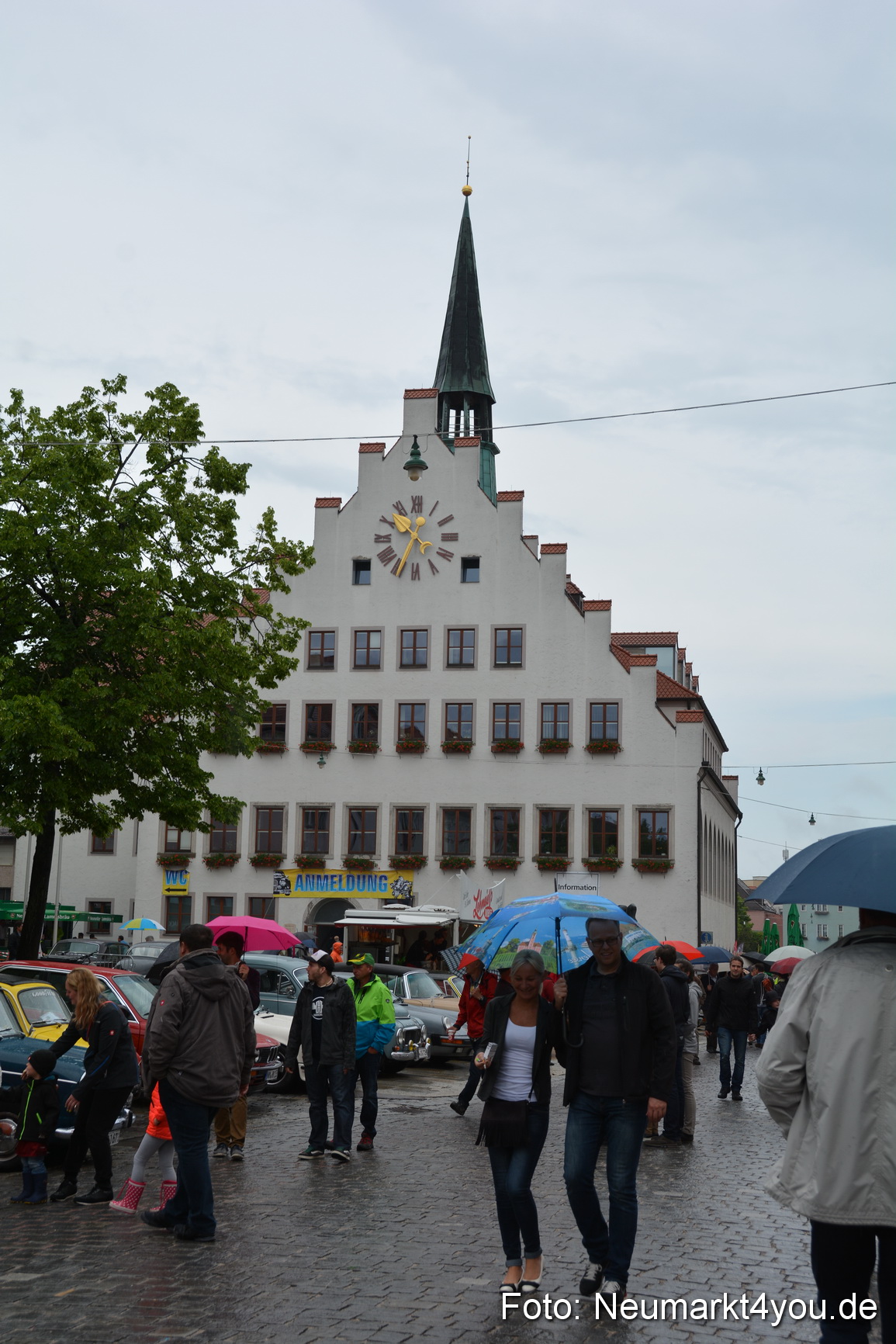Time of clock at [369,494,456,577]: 10:34
